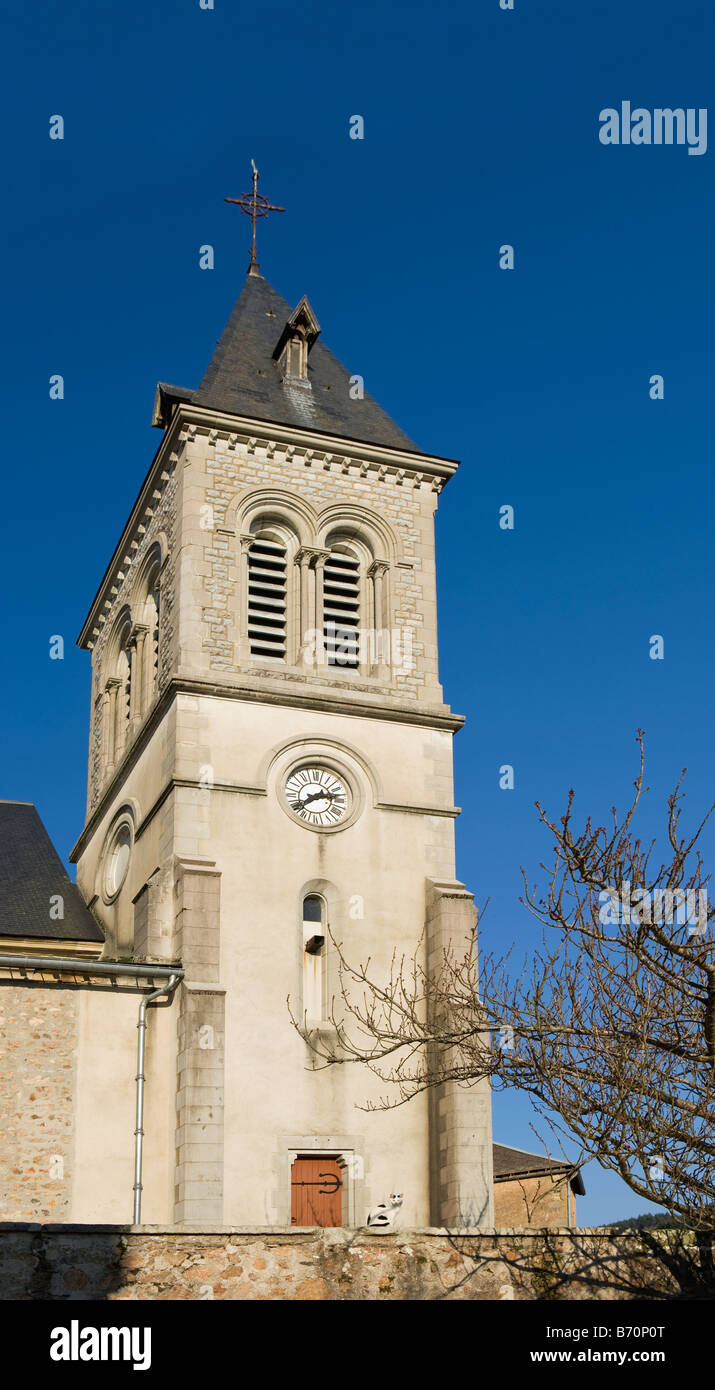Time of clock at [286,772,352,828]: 2:39
